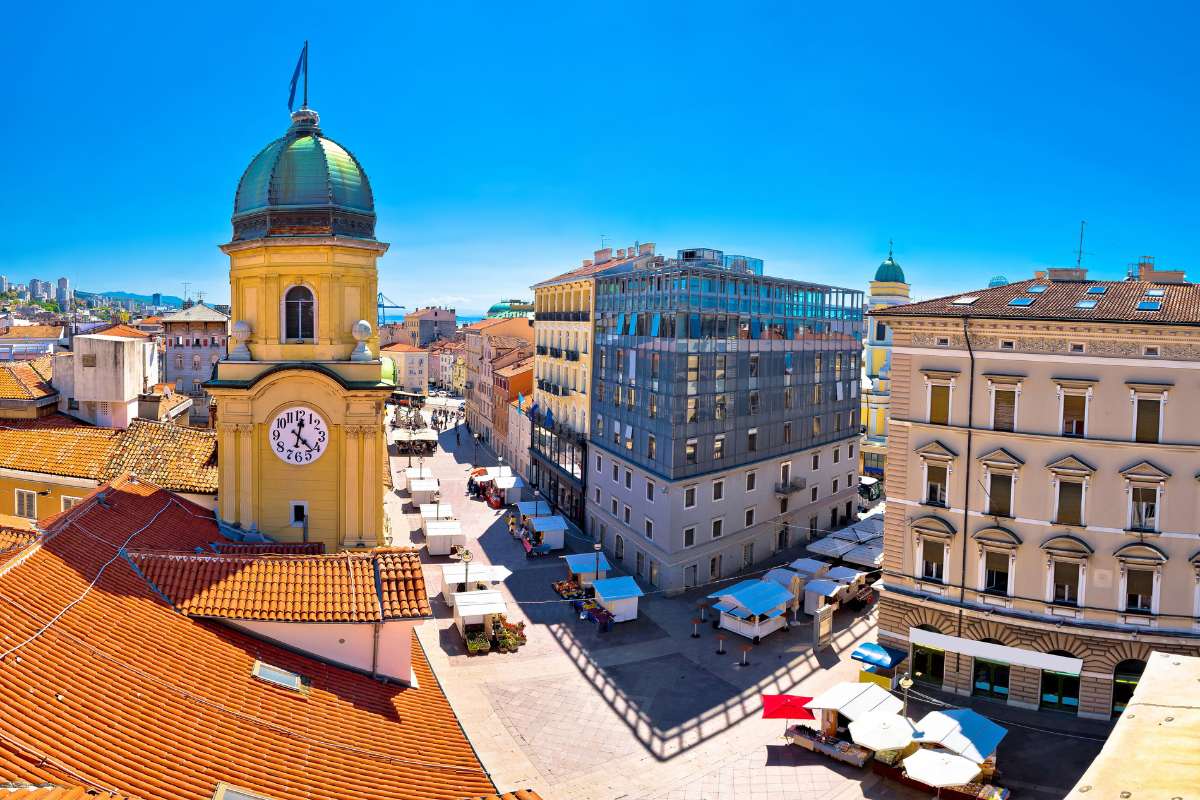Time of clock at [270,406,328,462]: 12:22
